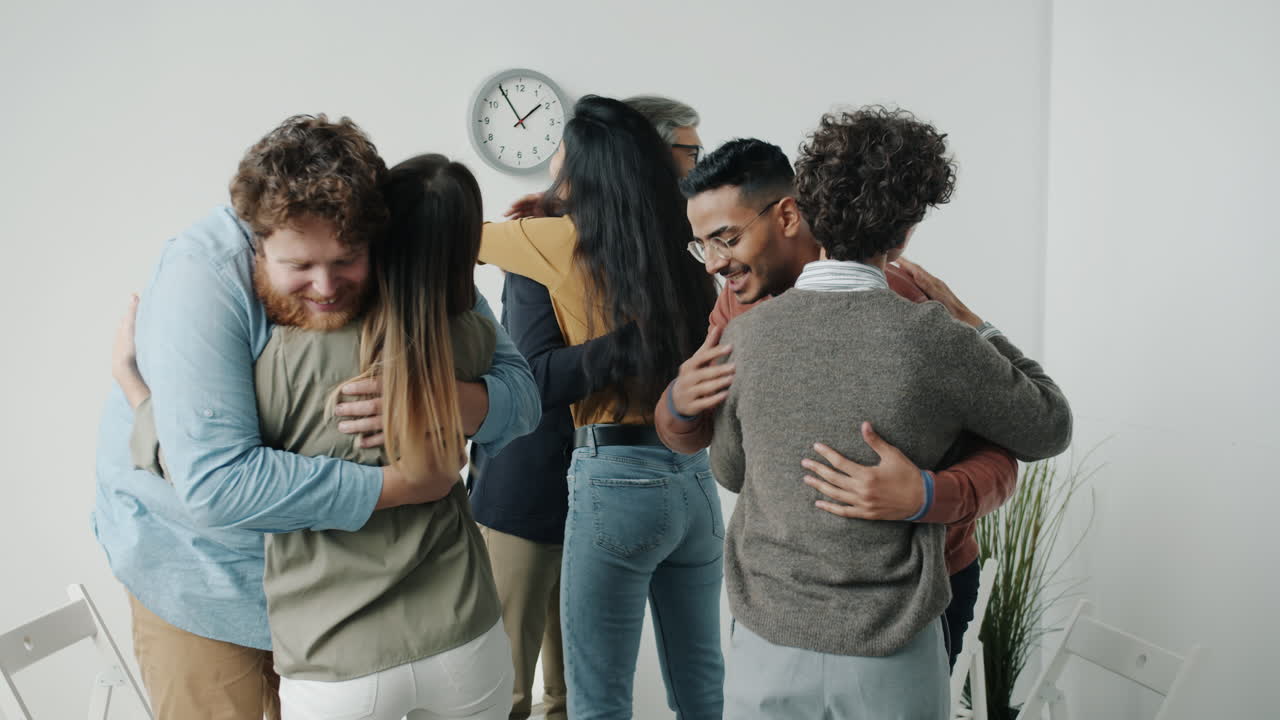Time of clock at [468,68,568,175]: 1:54
